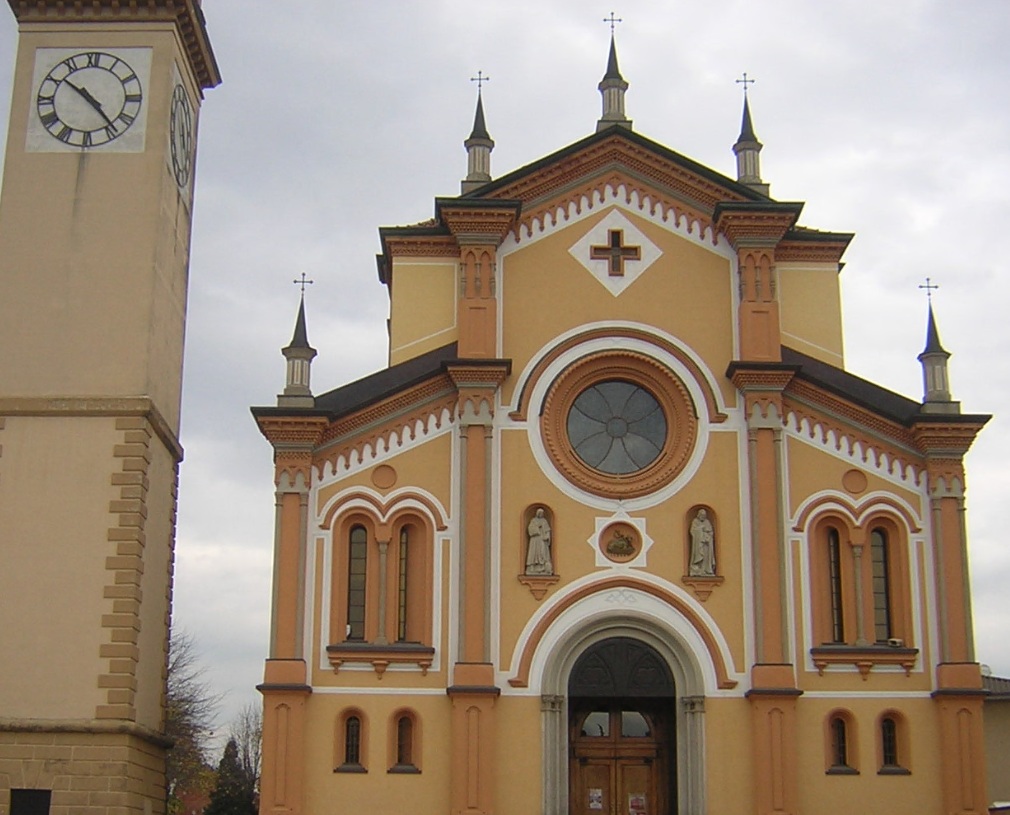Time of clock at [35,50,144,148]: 10:23
